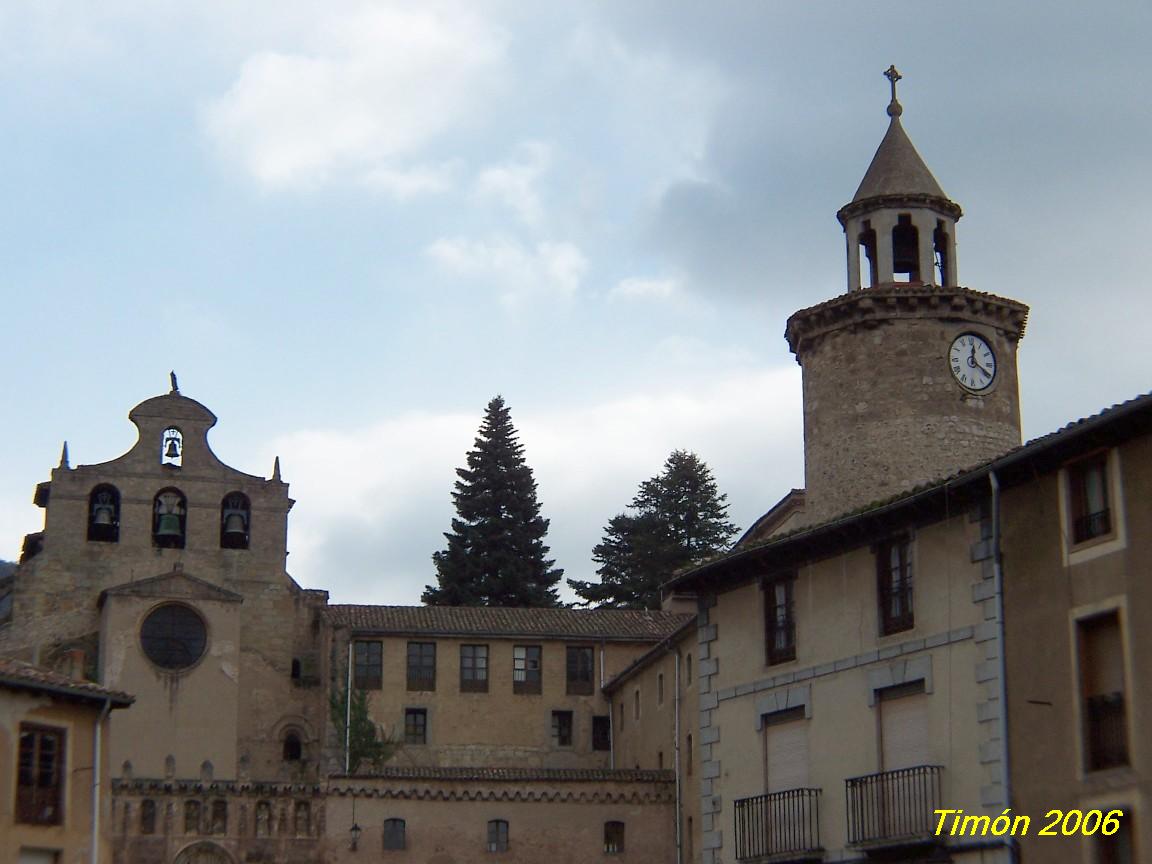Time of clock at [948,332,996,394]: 12:20
